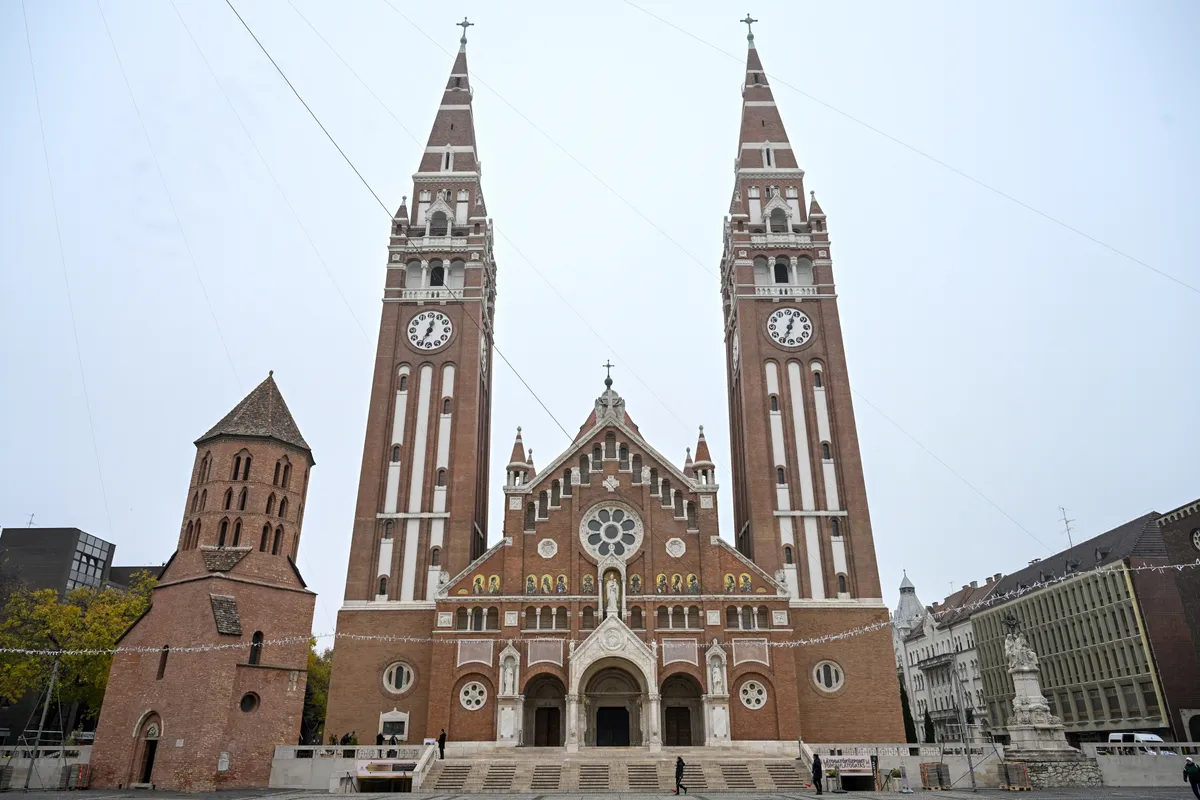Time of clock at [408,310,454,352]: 7:02
